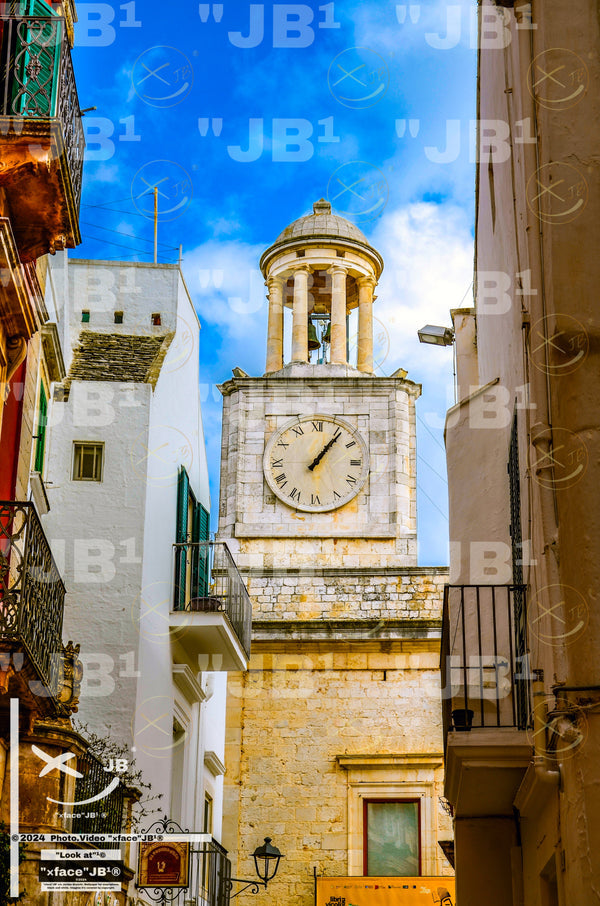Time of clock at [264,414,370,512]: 1:06
